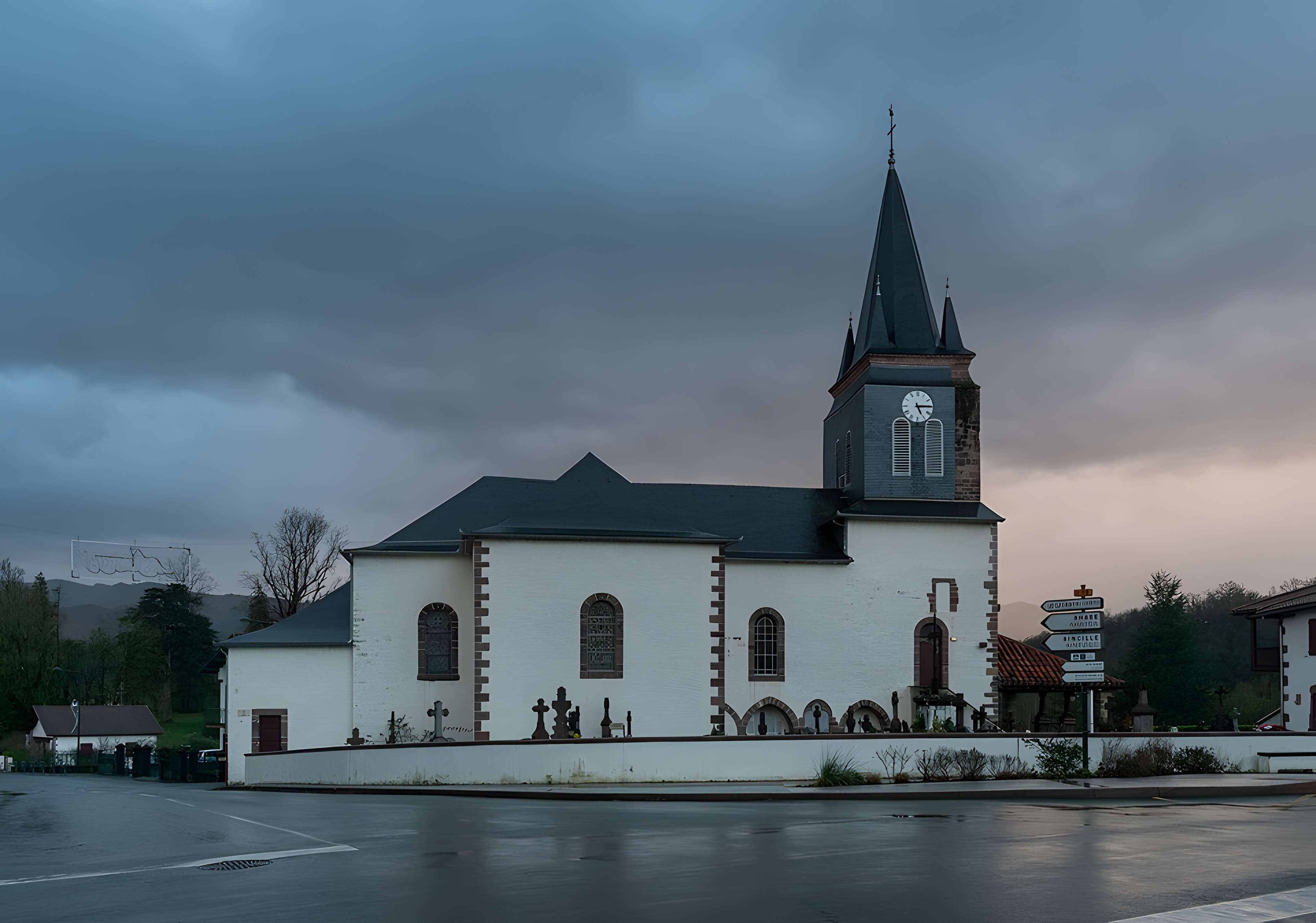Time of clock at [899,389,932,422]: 5:14
